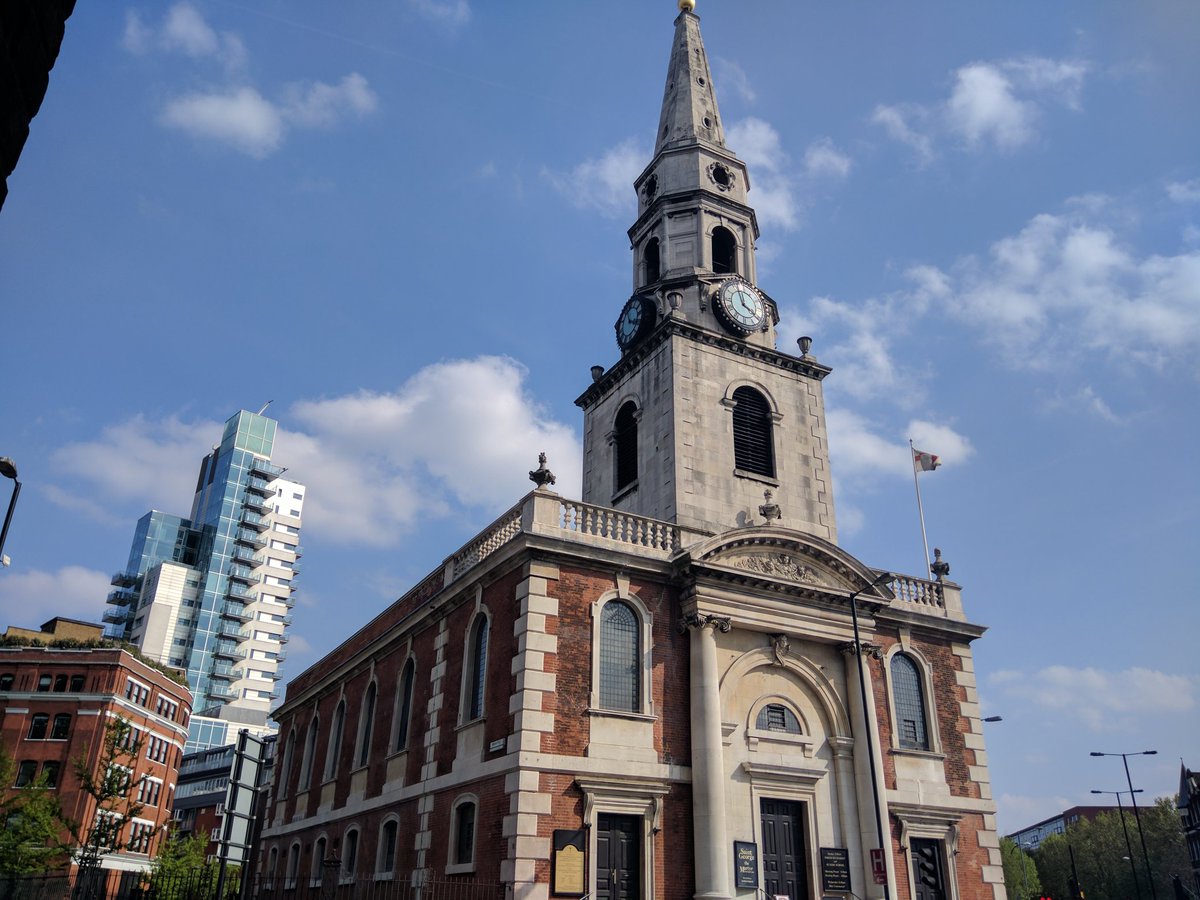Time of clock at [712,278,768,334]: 3:58
